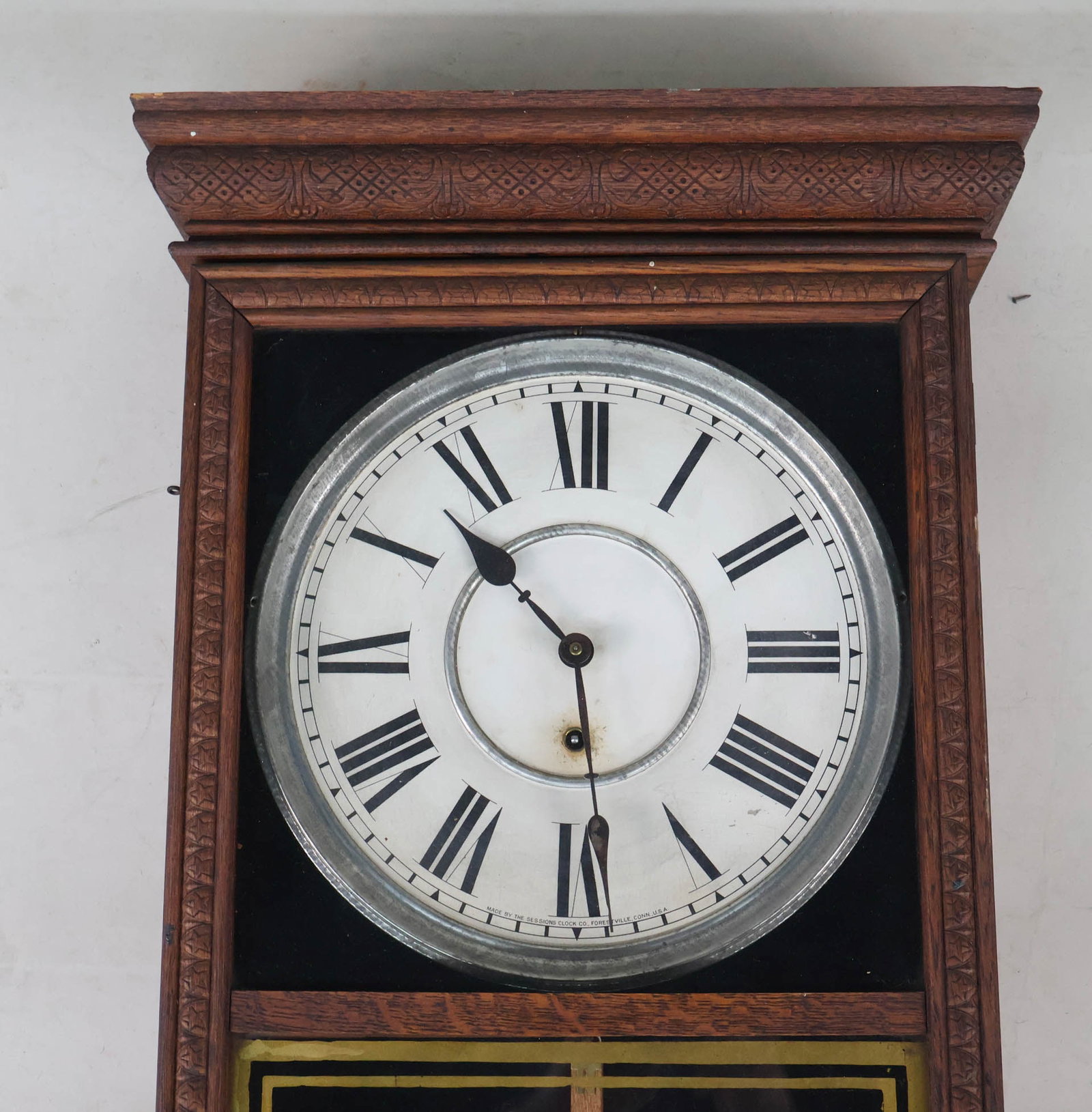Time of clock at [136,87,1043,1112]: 10:28
